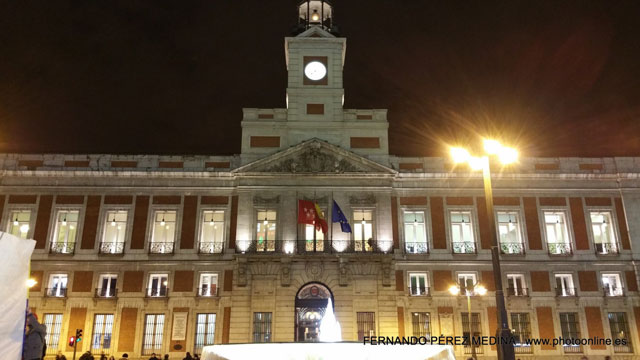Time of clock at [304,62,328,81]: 7:37
